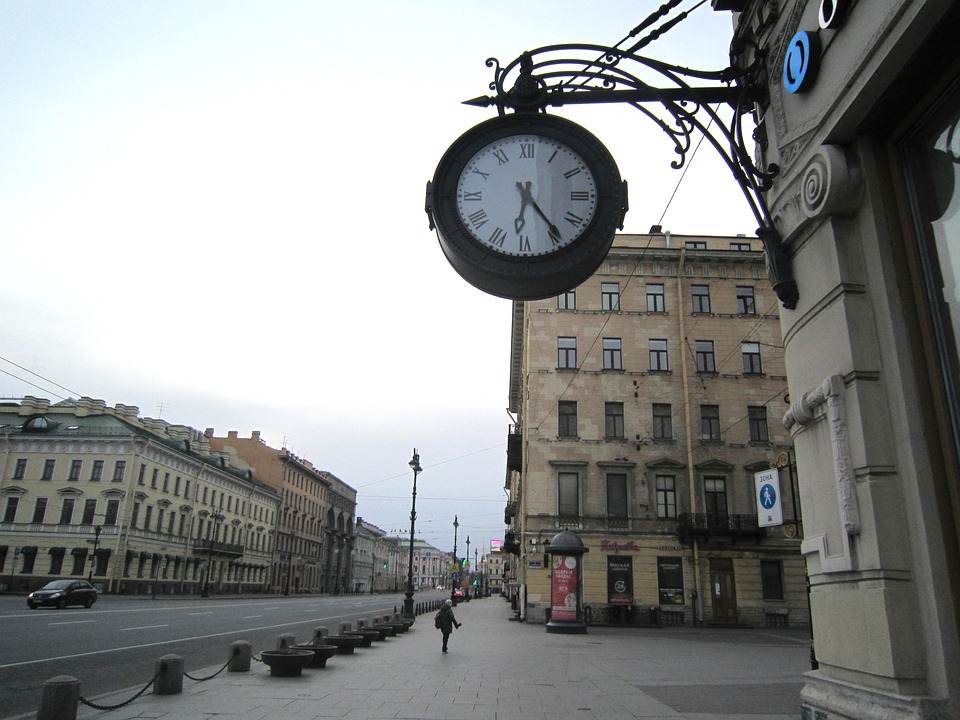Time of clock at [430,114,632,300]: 6:23
